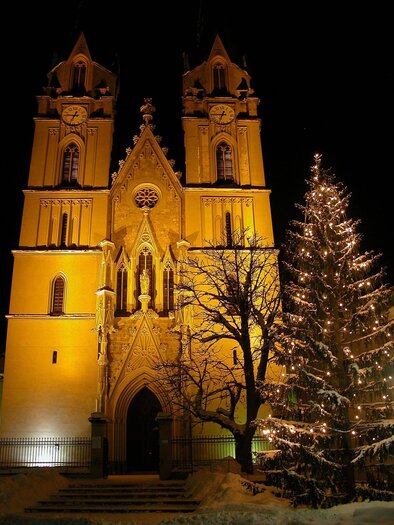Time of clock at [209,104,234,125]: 6:45
